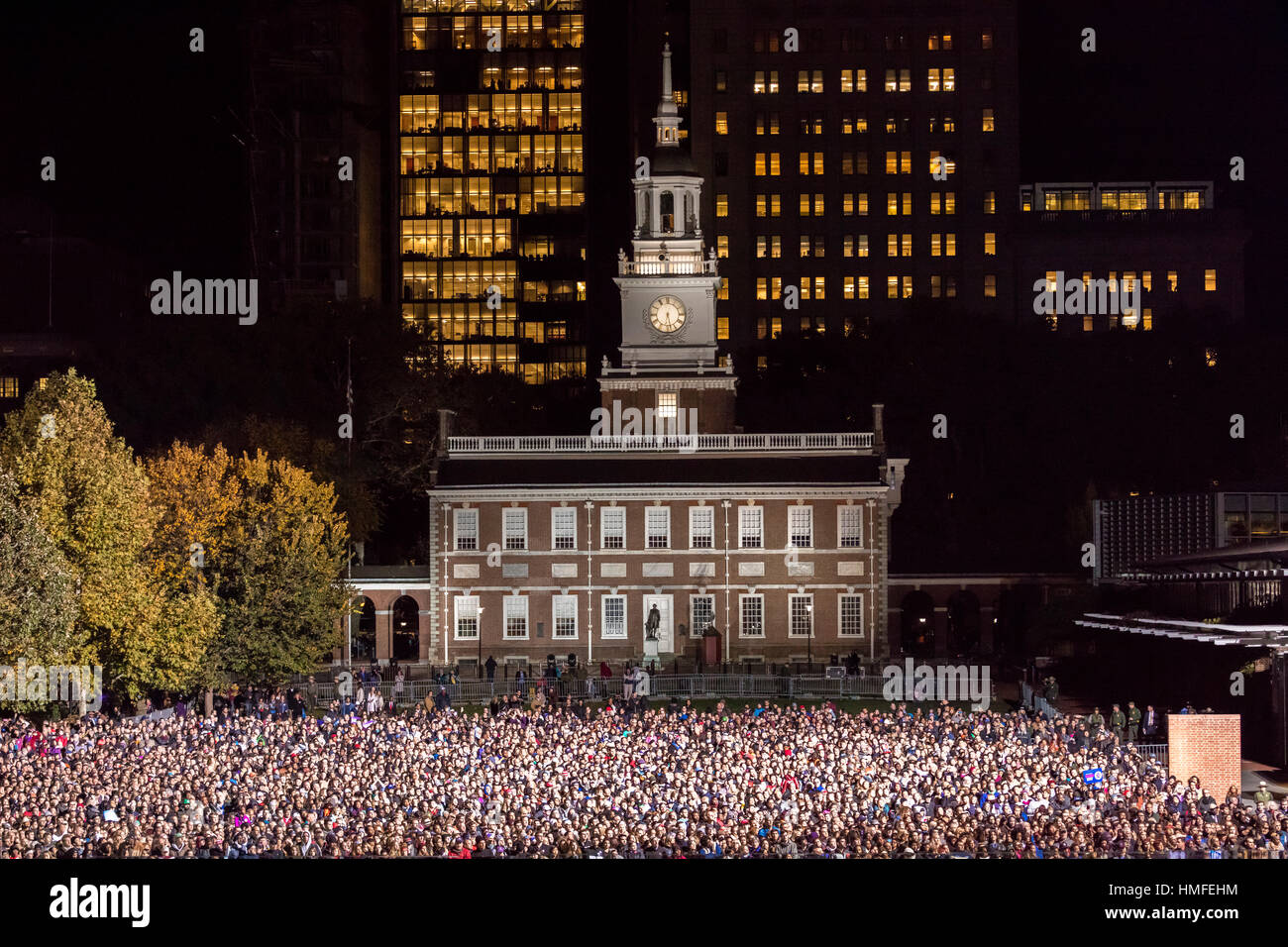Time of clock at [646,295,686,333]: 6:27
